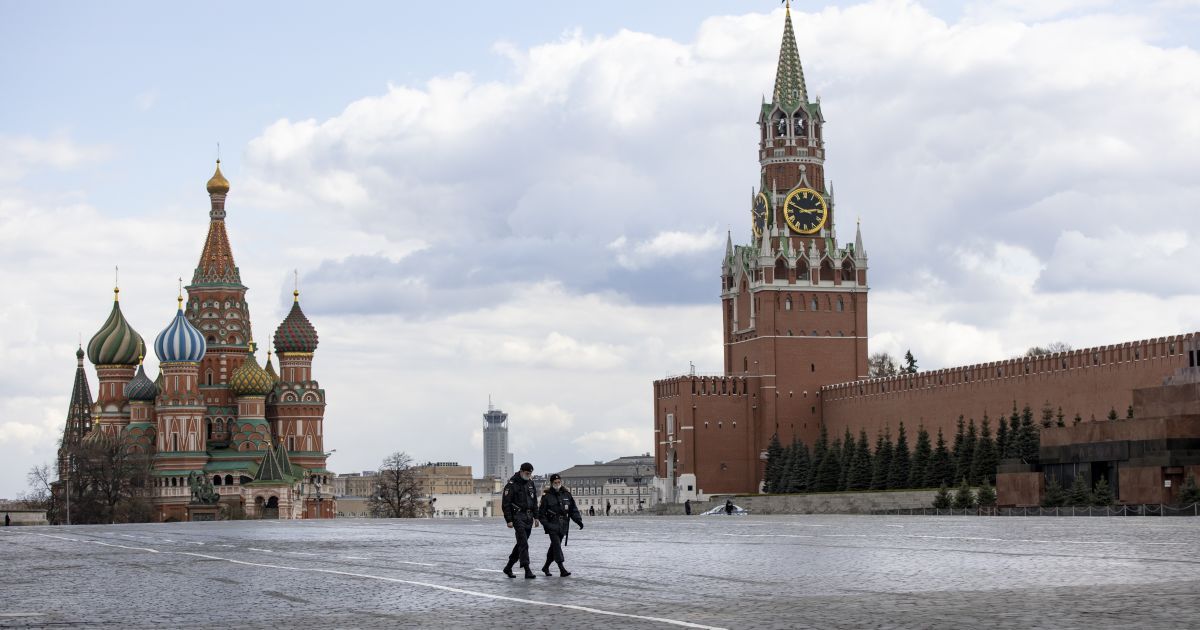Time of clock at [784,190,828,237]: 2:48
